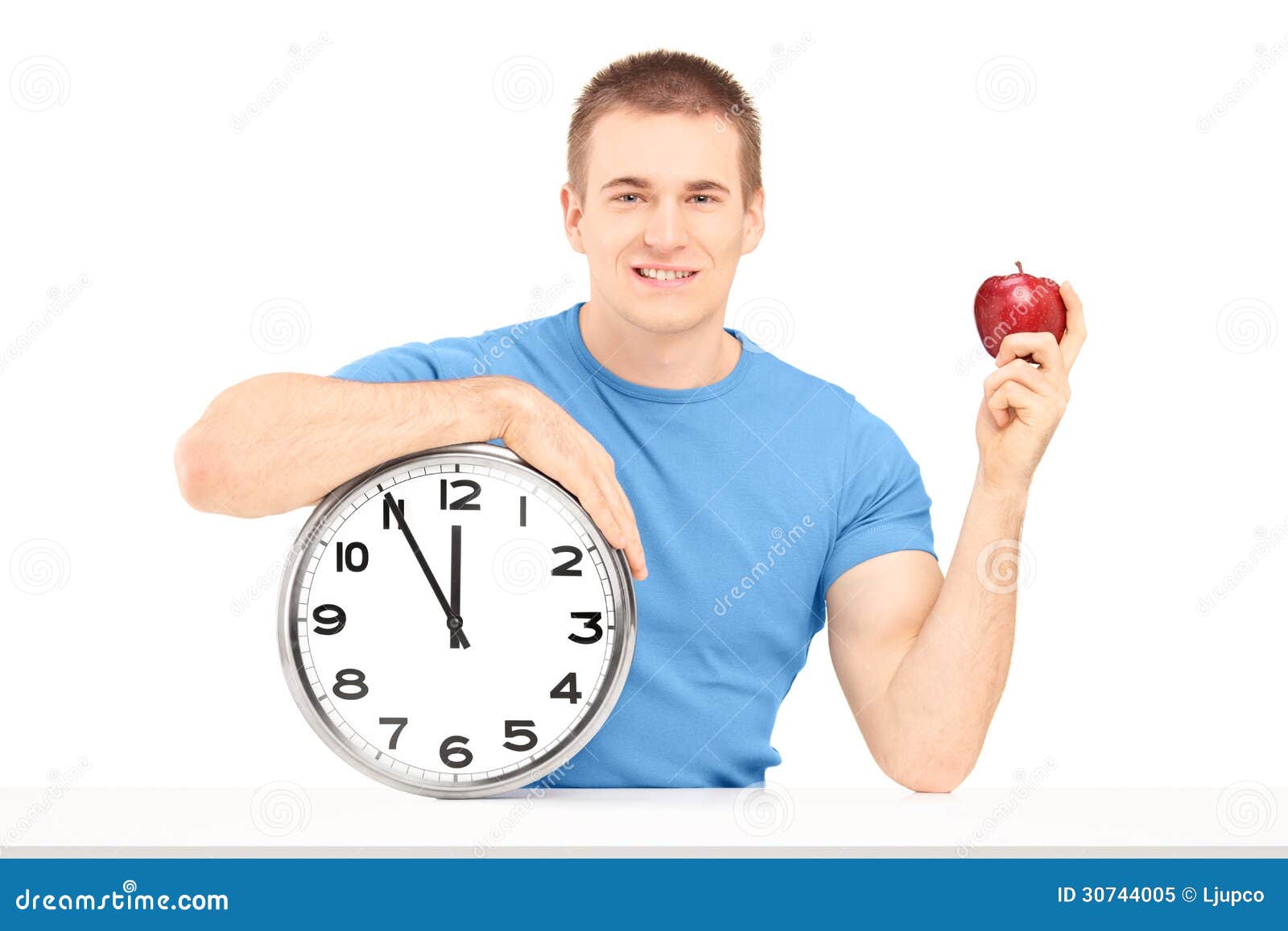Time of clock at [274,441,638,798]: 11:55
